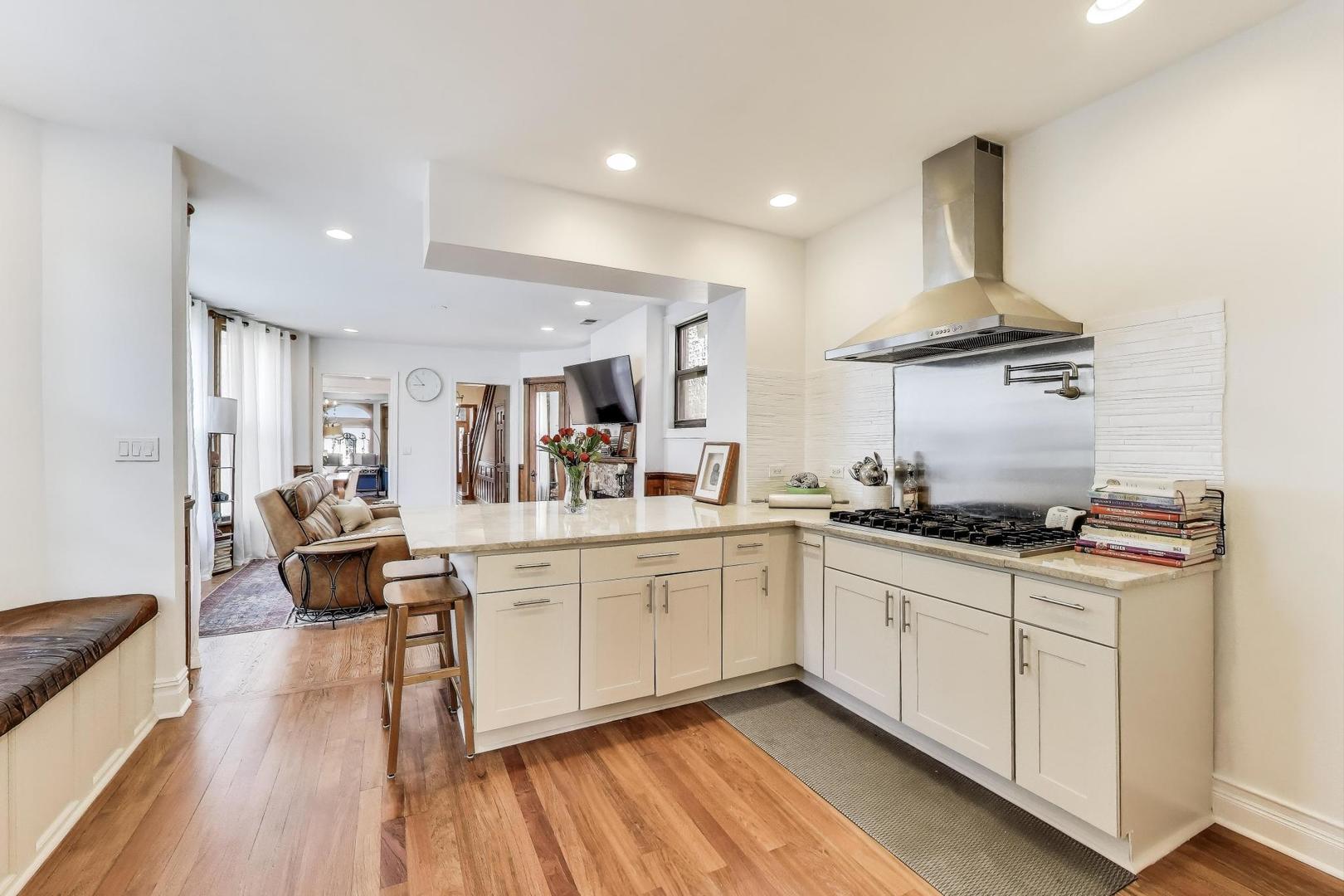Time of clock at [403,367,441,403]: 8:53
